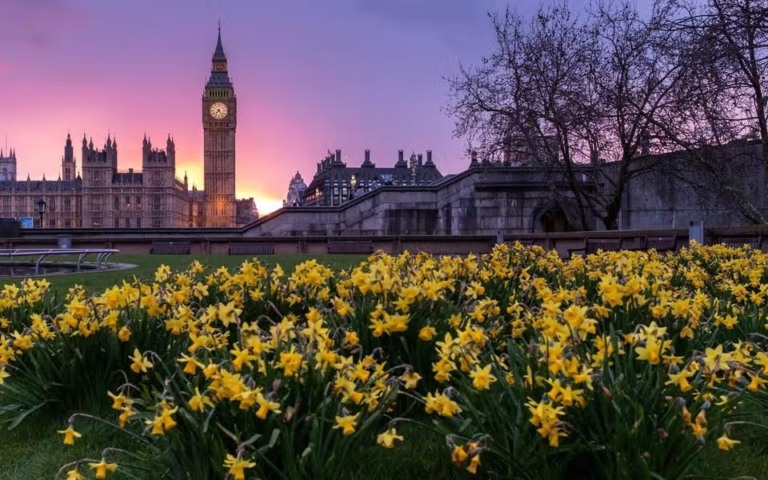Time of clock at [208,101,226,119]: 7:23
